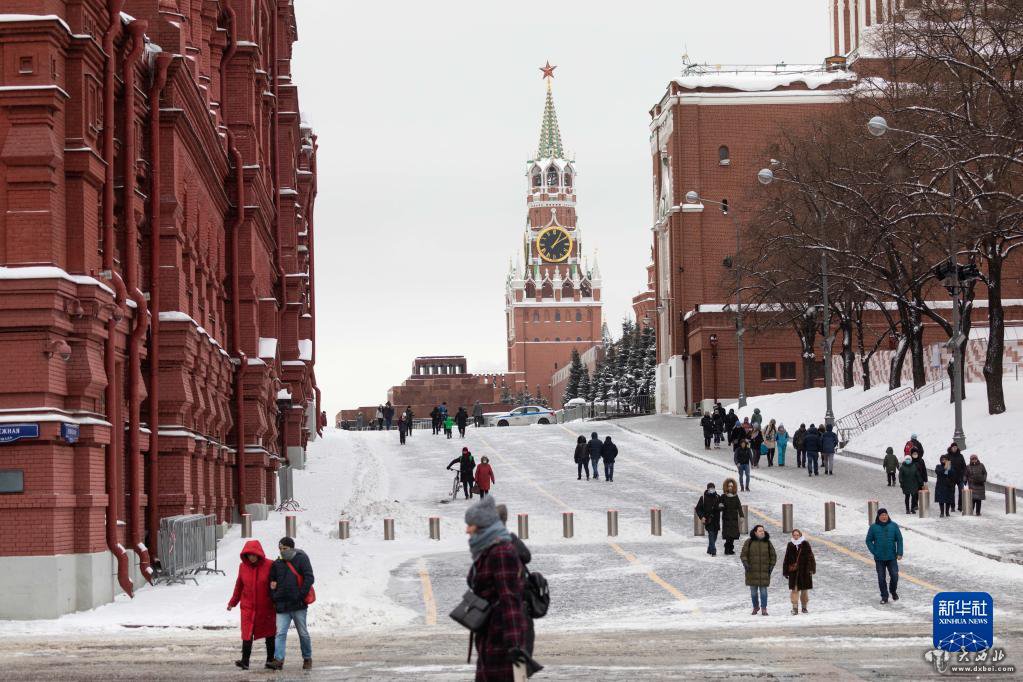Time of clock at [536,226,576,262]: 1:09
